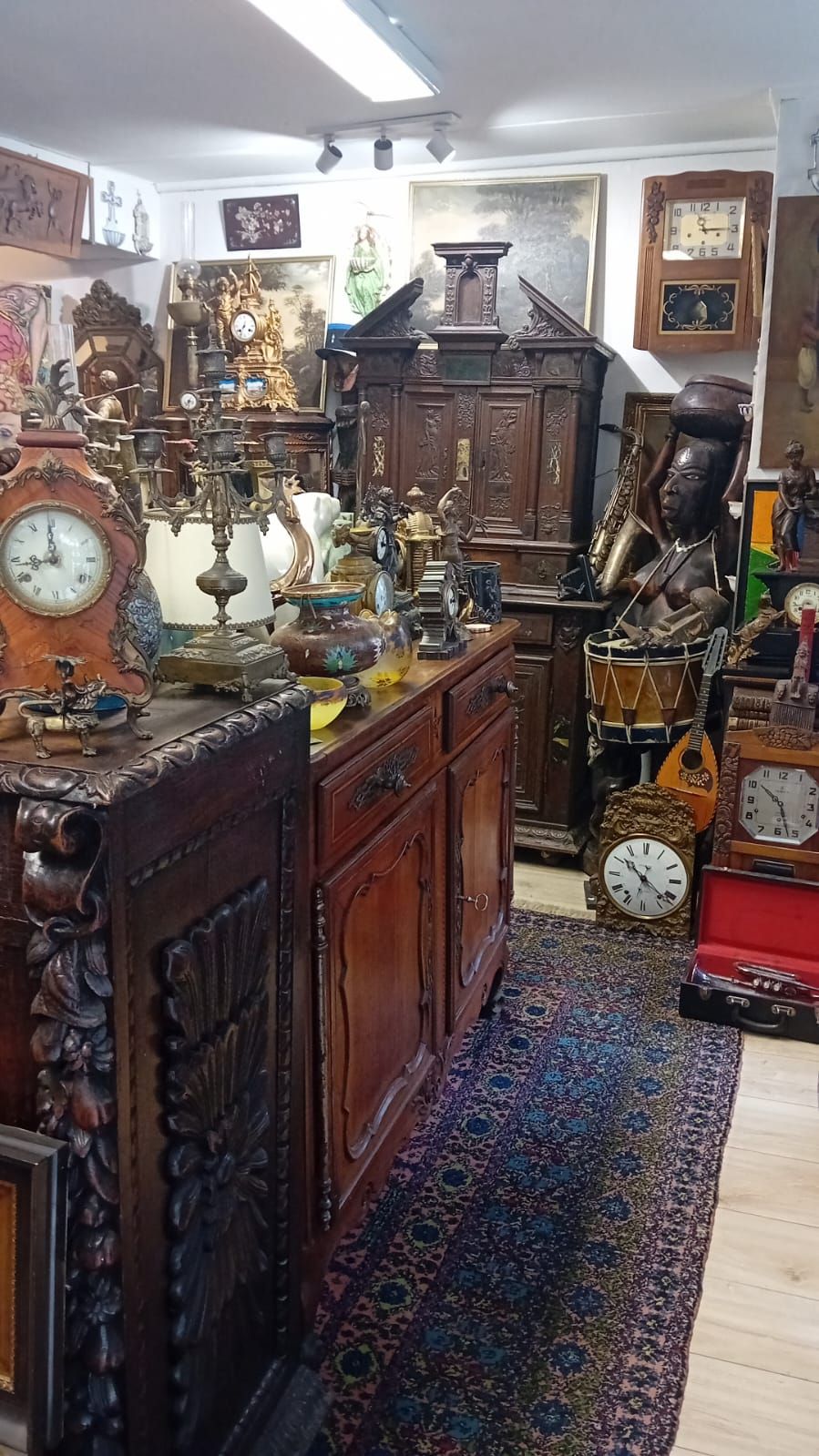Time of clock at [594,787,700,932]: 10:21
